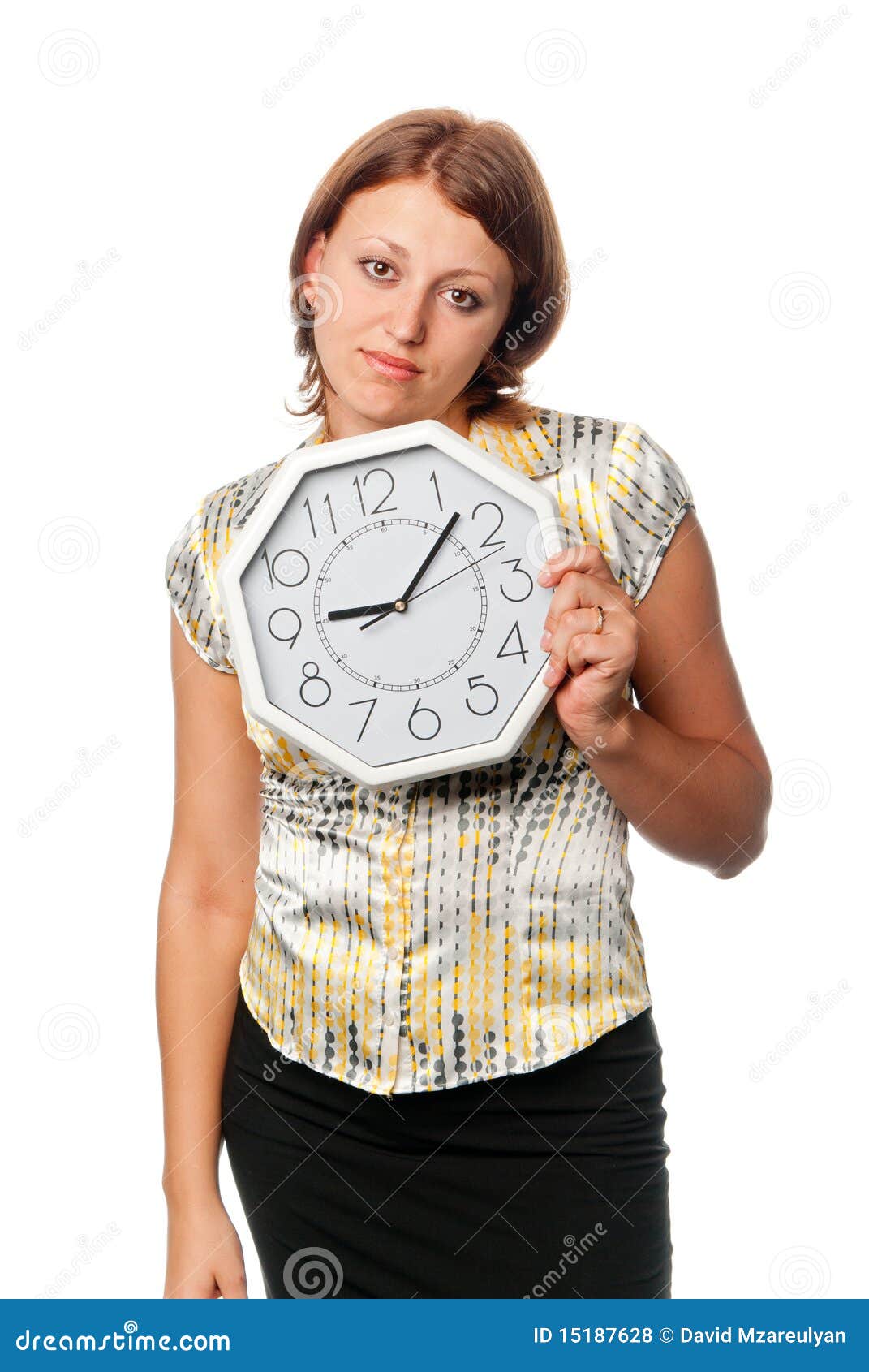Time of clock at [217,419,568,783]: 9:07
